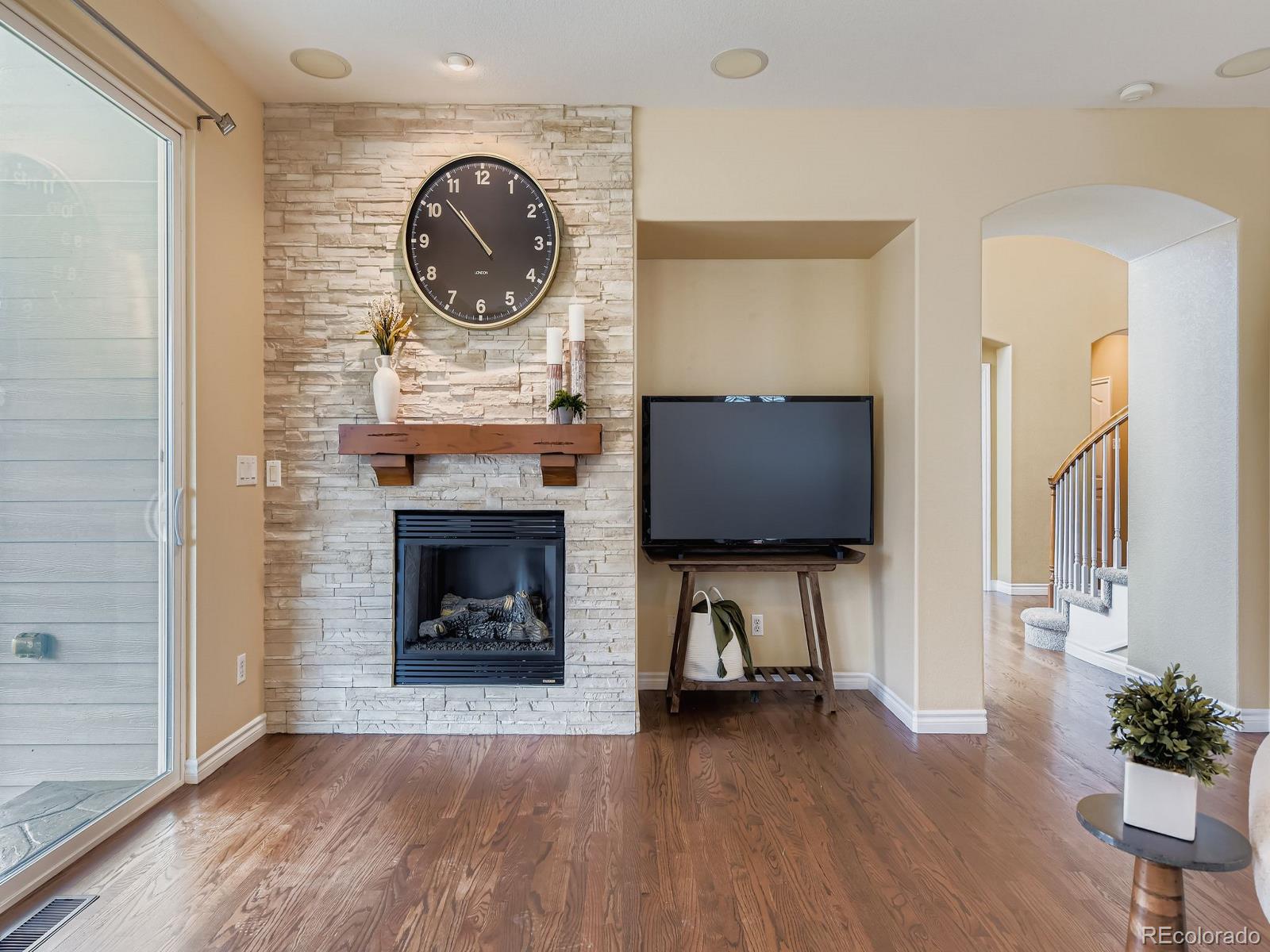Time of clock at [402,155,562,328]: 10:52
